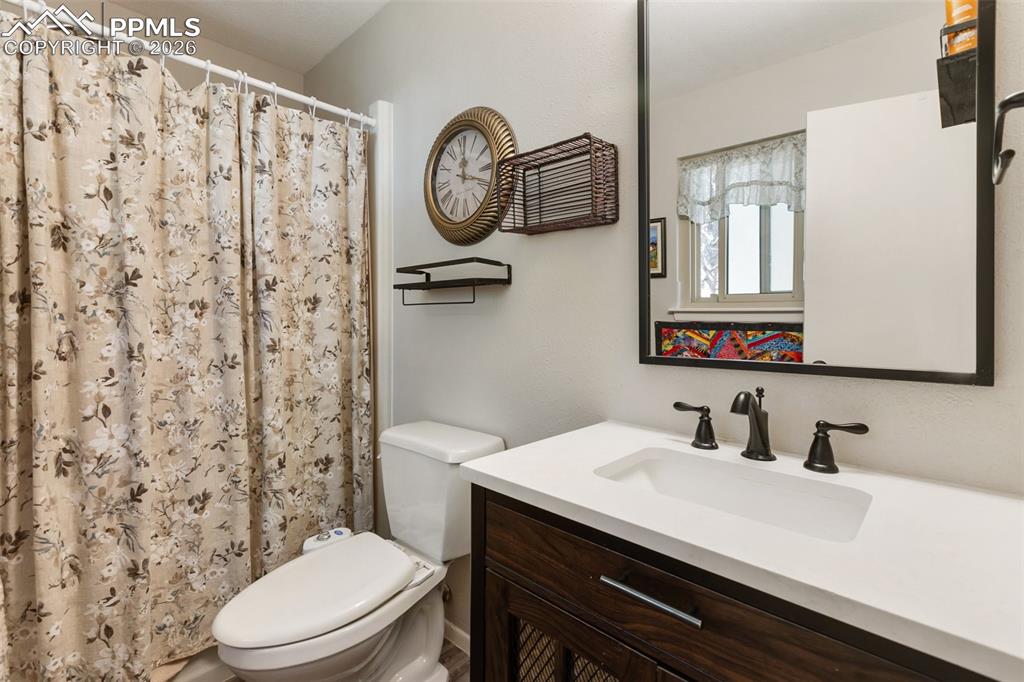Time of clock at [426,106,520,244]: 12:18
